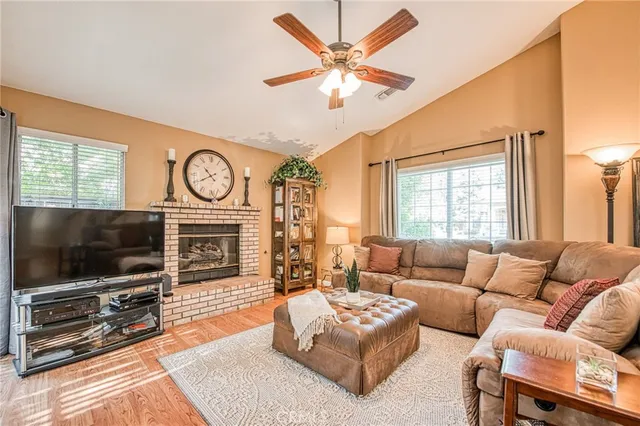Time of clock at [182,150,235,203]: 10:40
